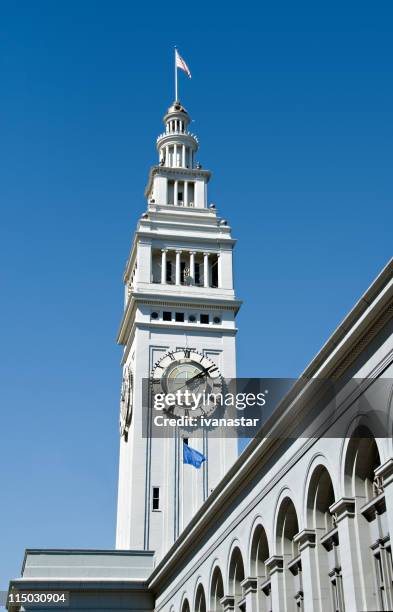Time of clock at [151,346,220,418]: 2:09
